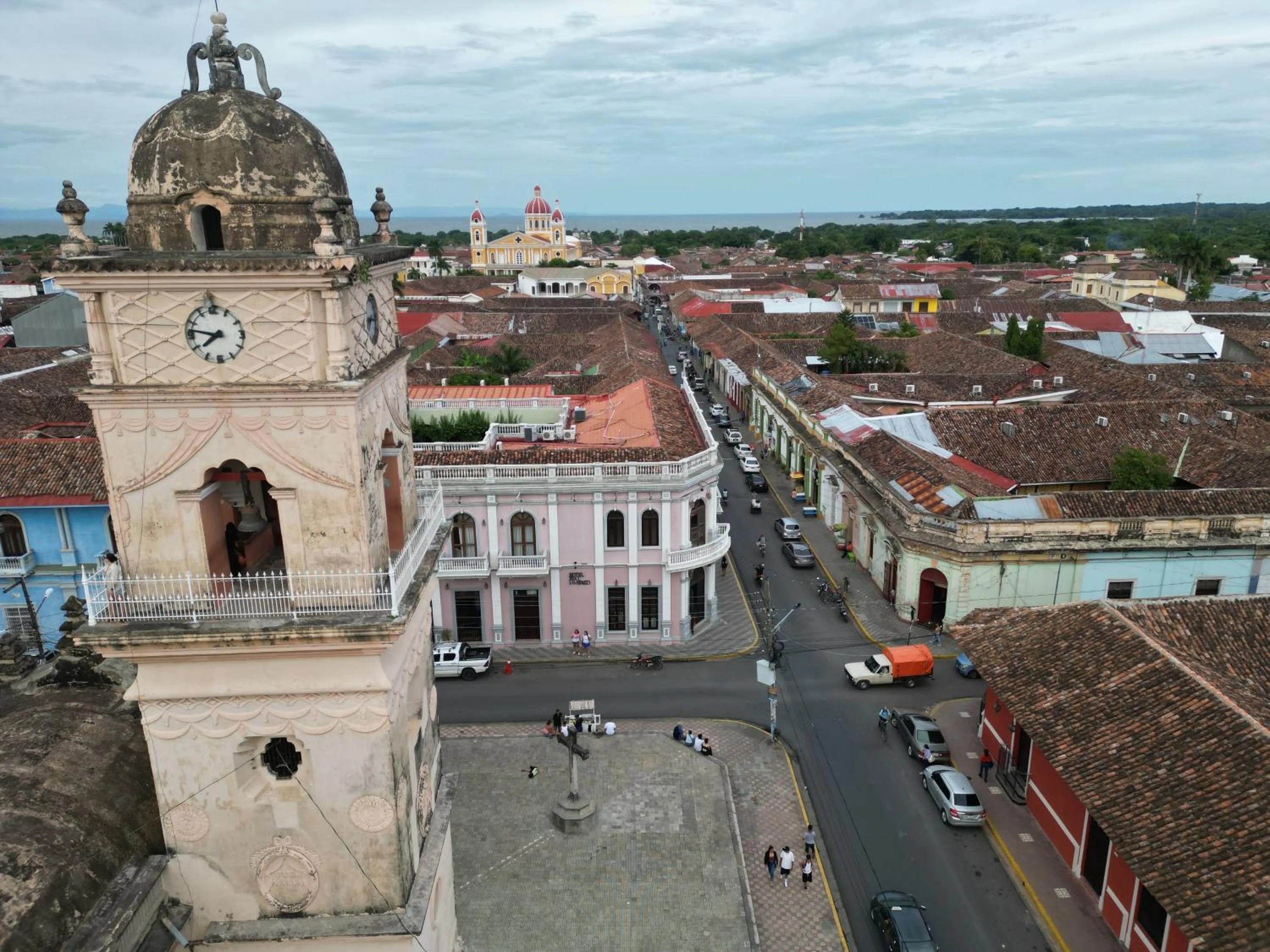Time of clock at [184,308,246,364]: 7:46
